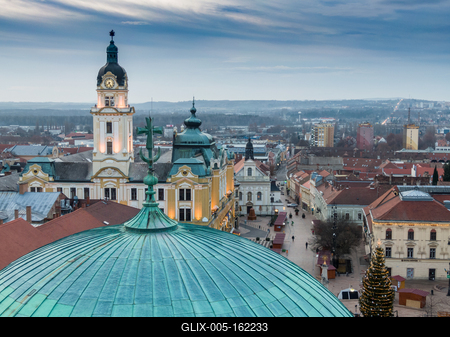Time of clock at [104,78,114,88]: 7:25
